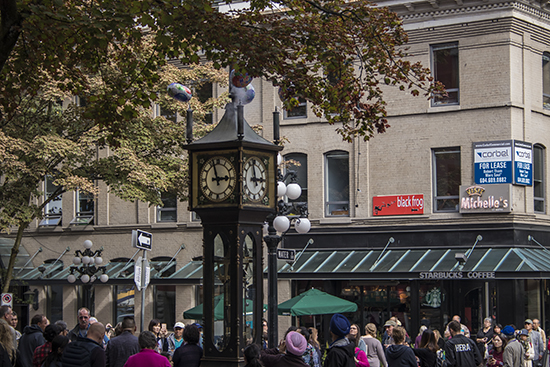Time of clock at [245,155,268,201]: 2:58
